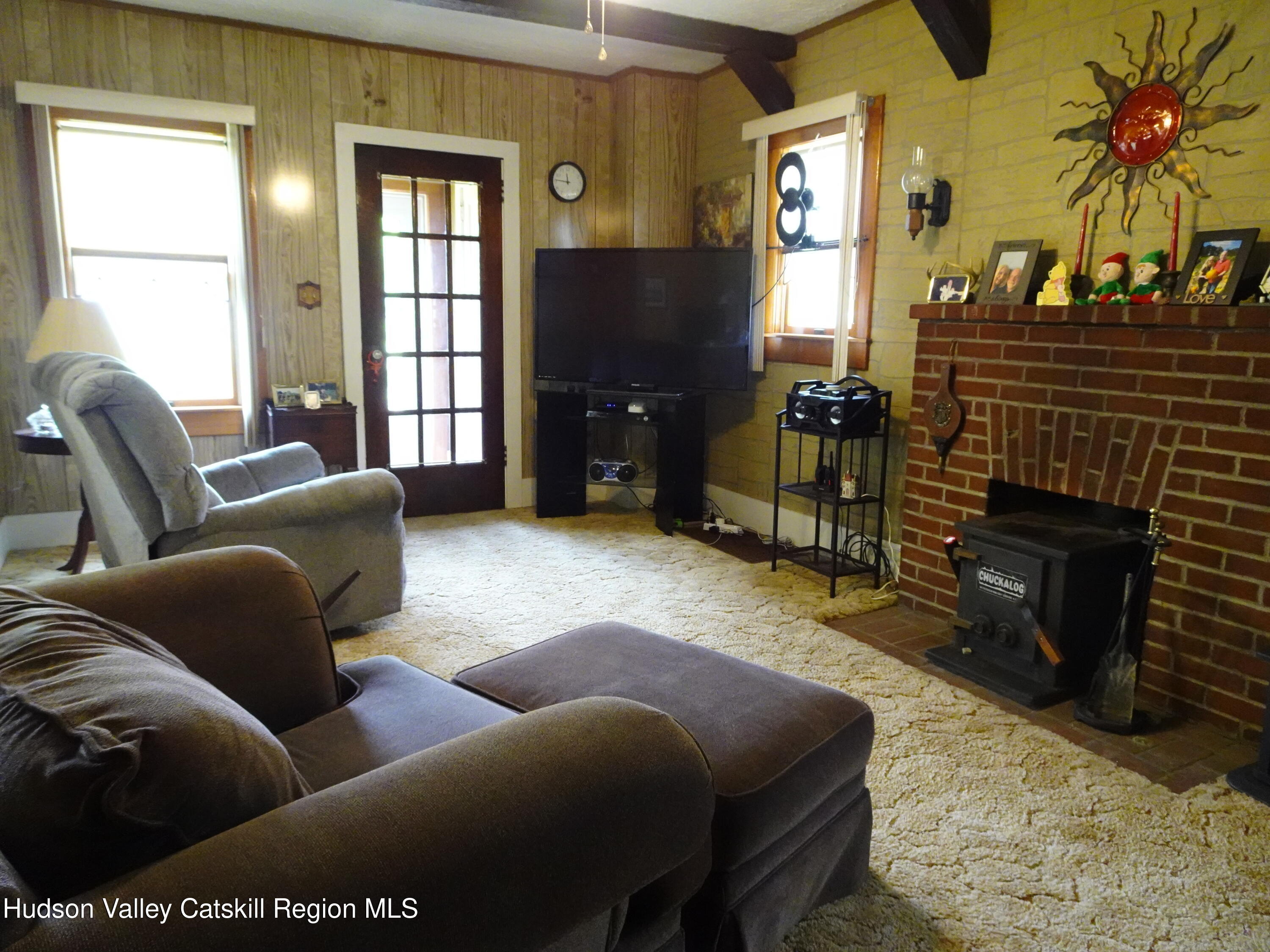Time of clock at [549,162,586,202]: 11:46
